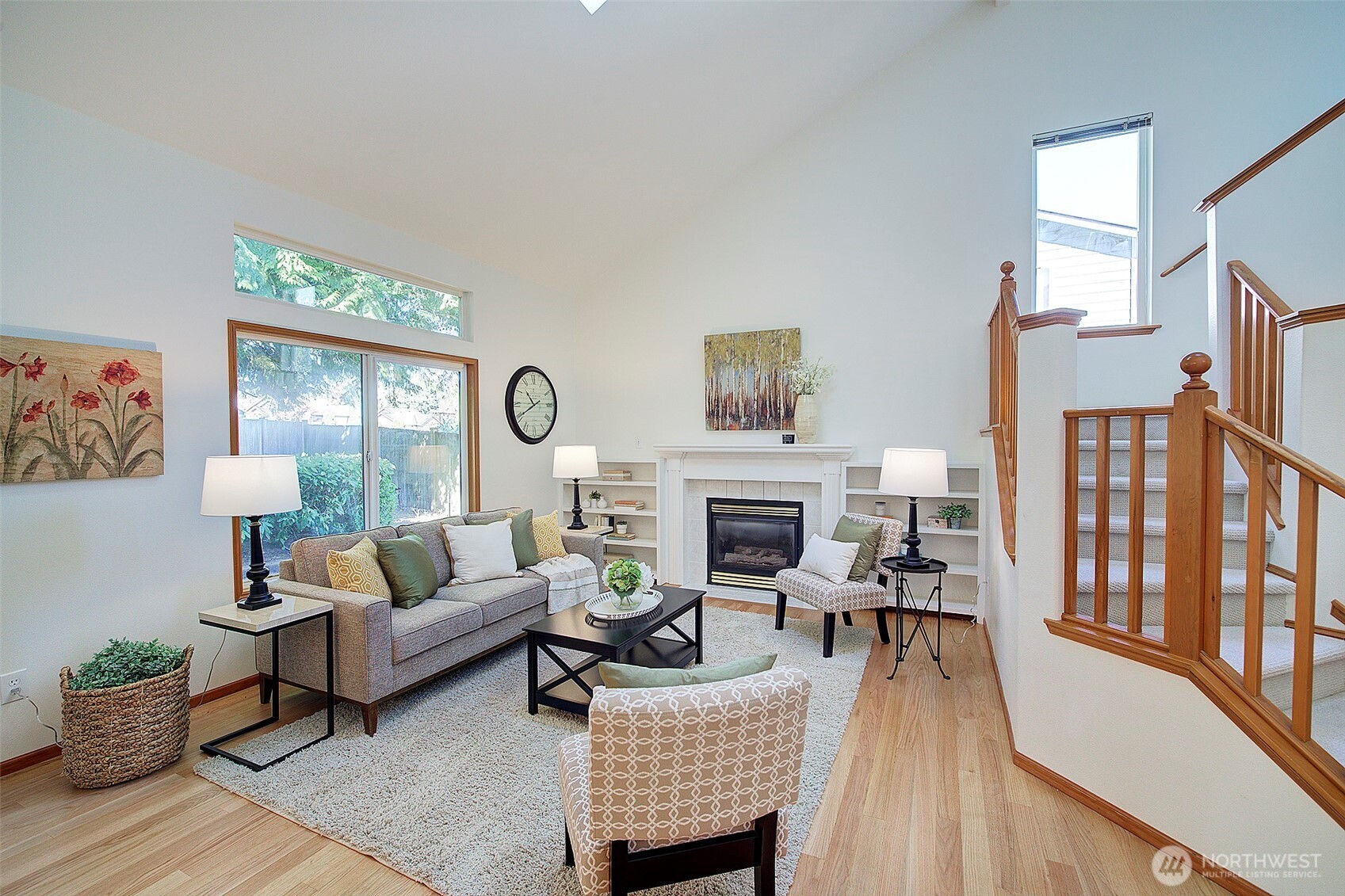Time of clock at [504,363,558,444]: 10:40
